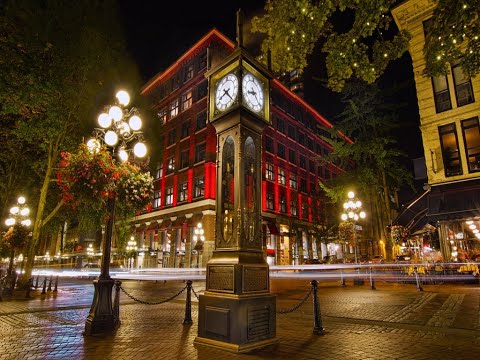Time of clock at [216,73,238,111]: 8:23
